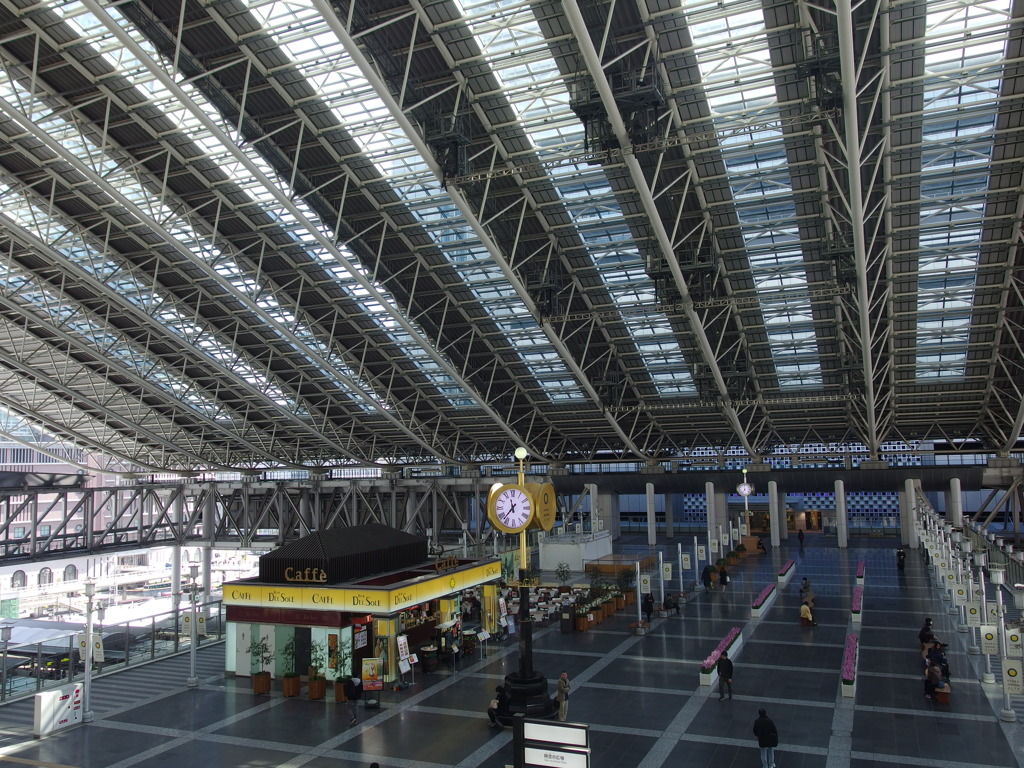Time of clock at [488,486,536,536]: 11:36
